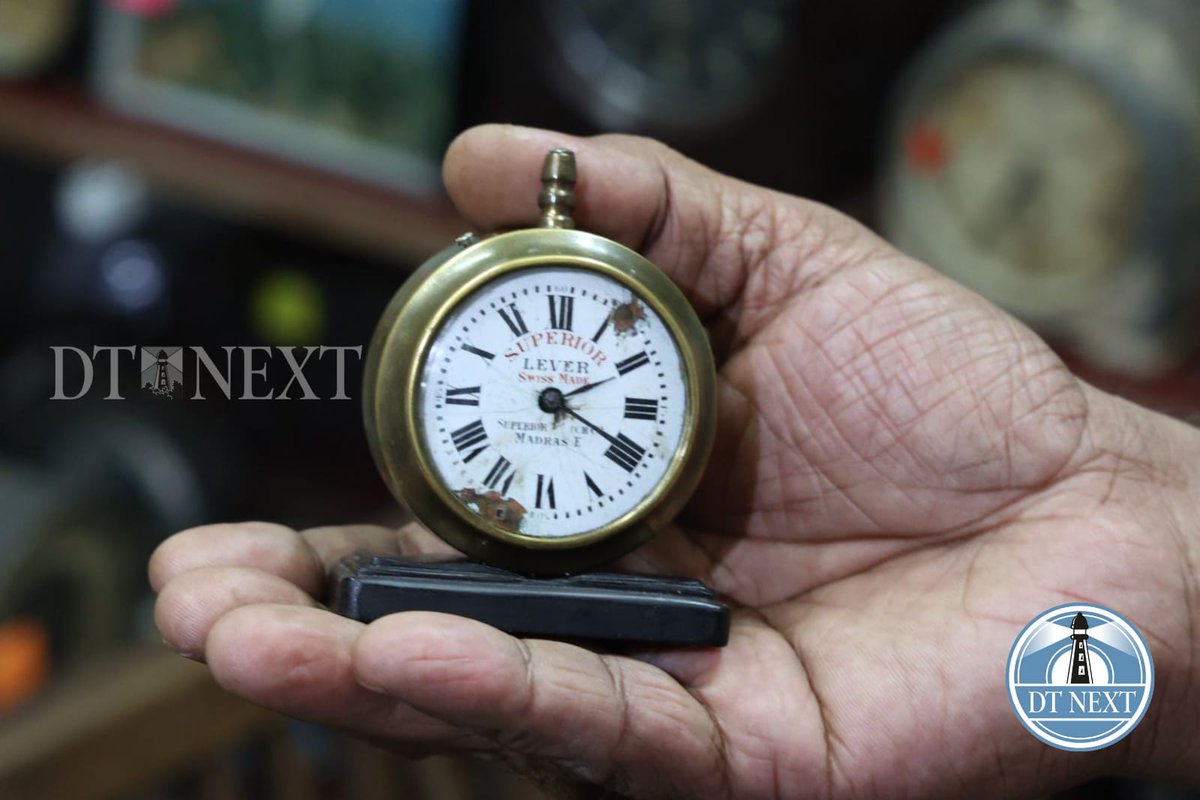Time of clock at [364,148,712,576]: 2:19
